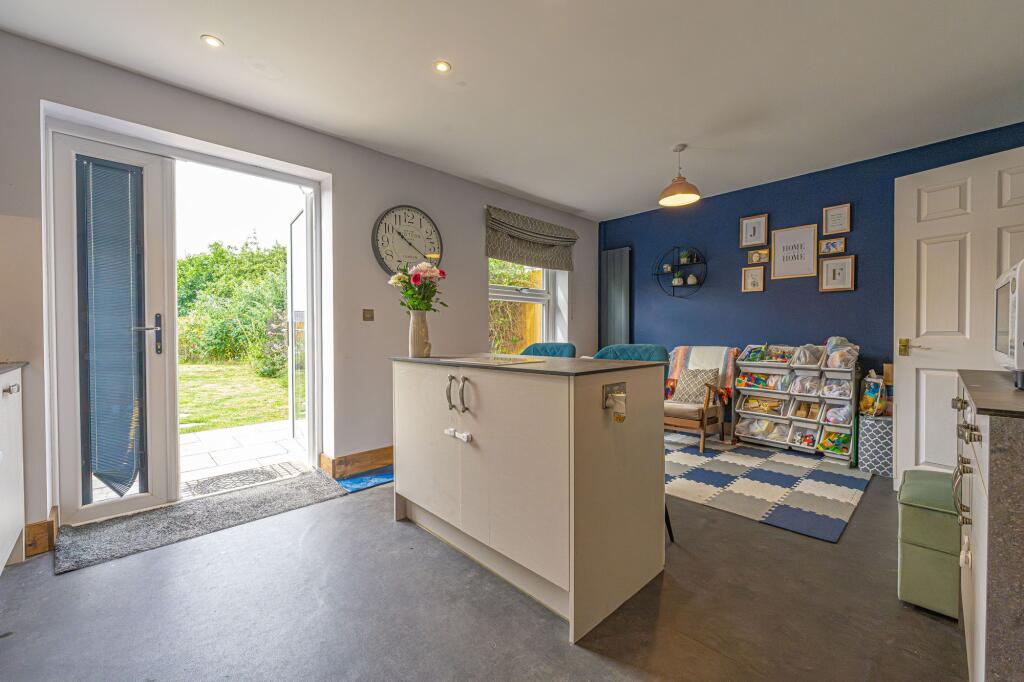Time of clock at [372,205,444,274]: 10:20
